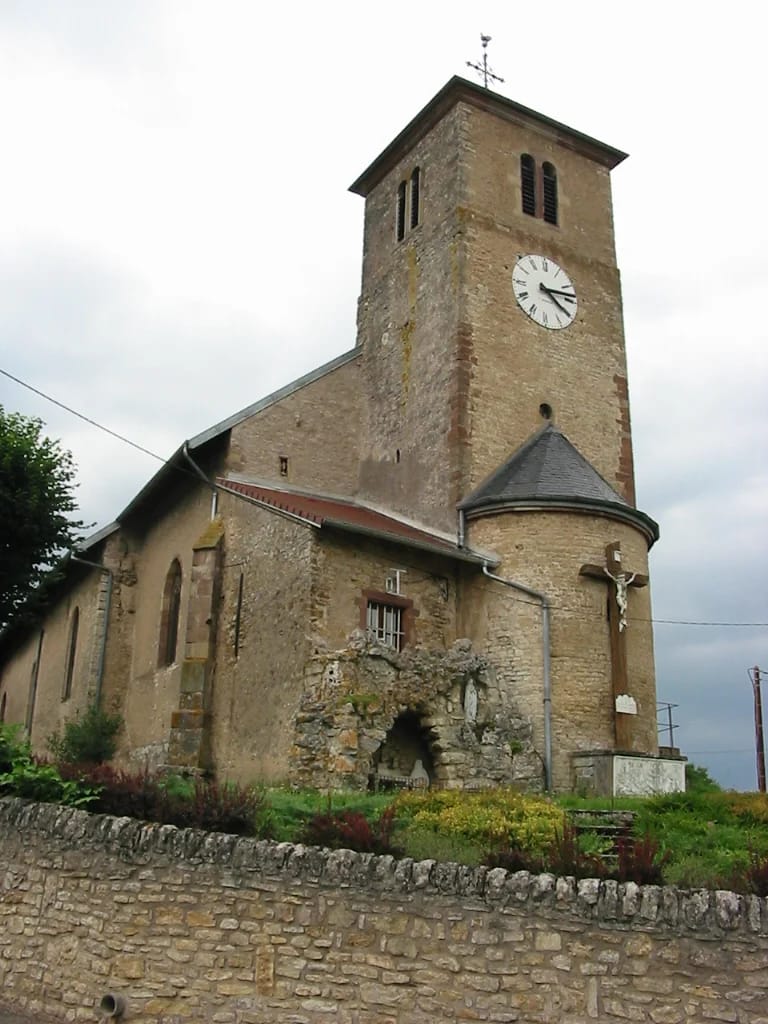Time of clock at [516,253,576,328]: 4:13
